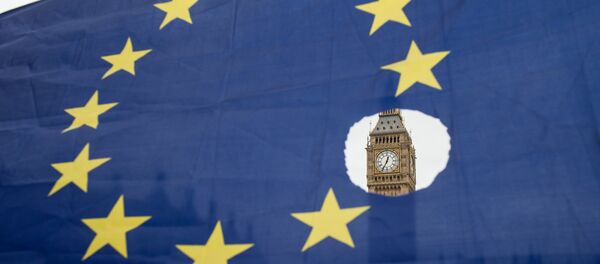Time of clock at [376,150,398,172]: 12:34
